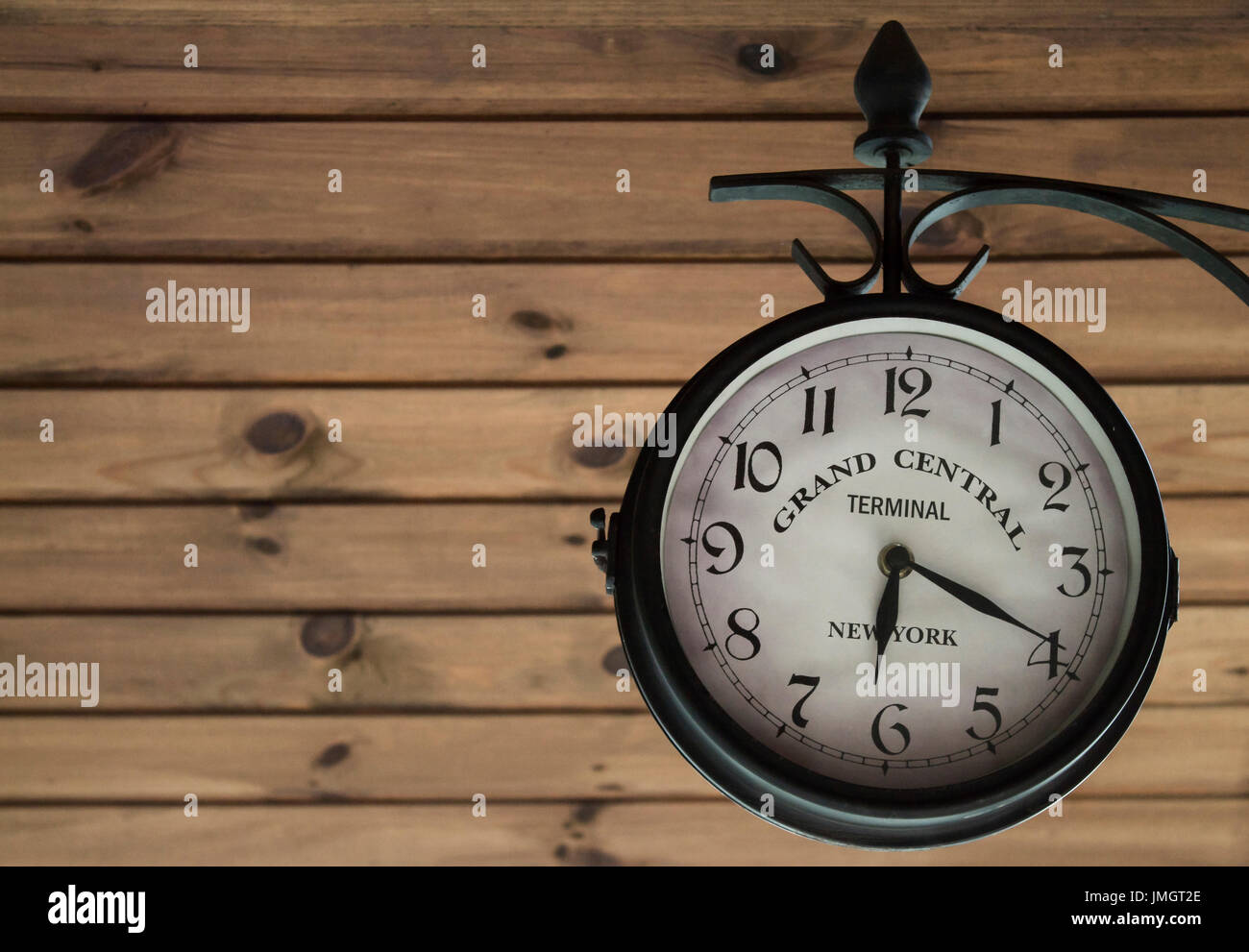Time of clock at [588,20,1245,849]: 6:19
